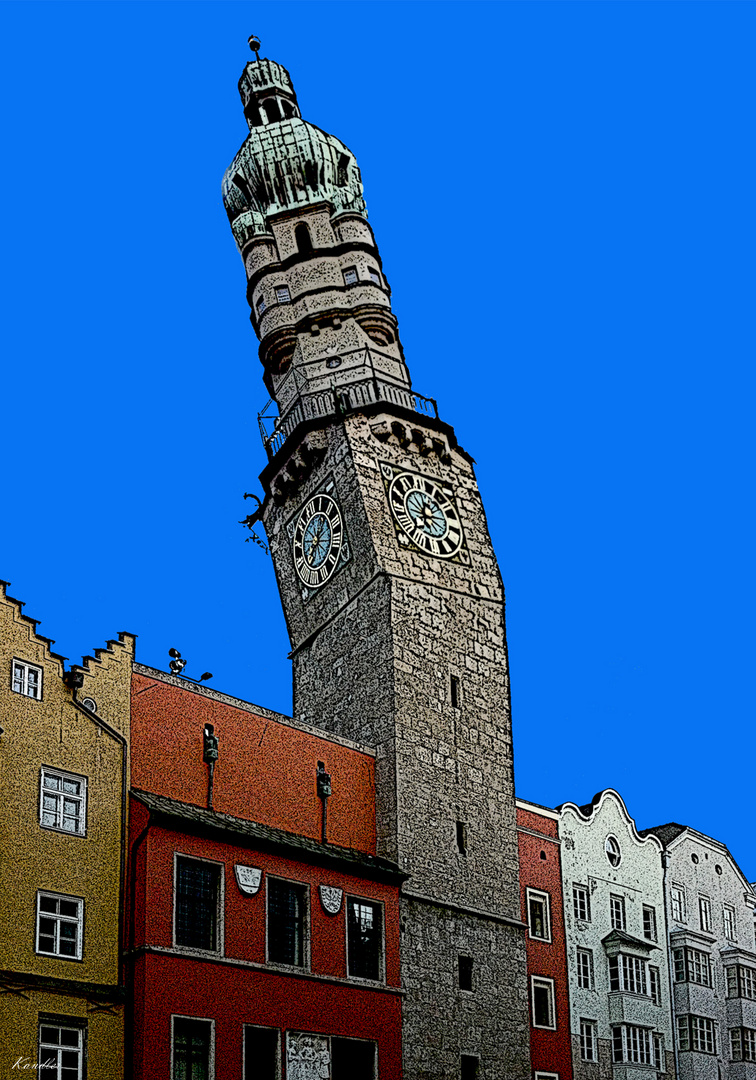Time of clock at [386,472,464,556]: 12:14
